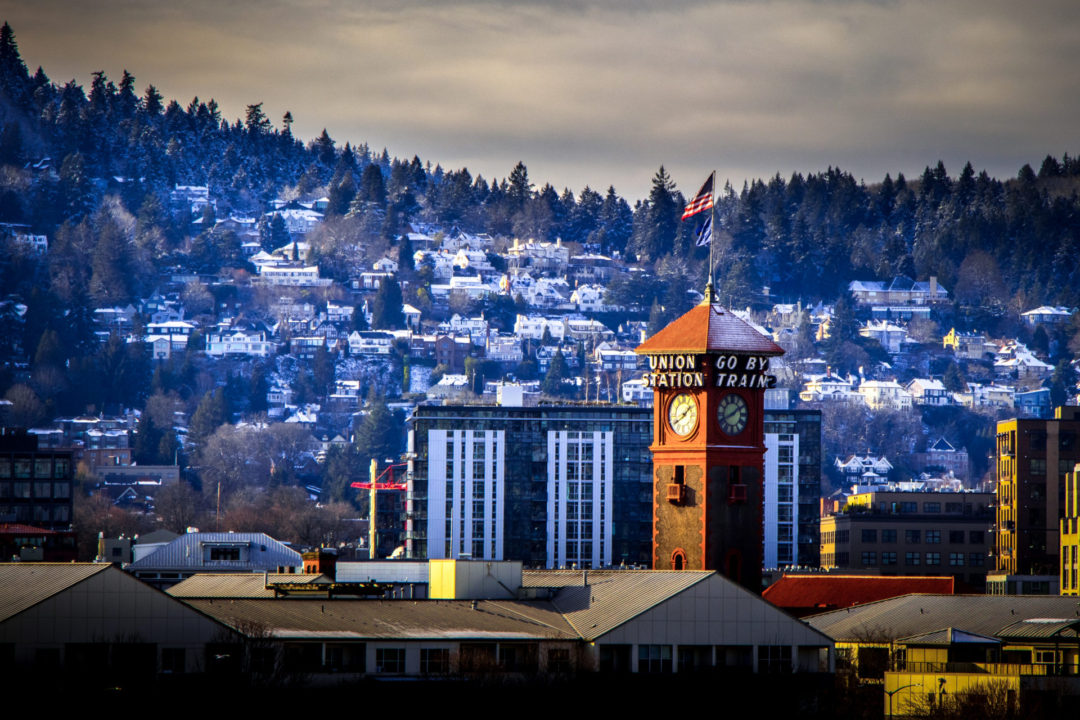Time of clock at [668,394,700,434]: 1:39
